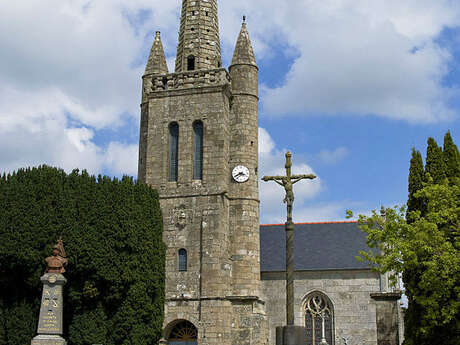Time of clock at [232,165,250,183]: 3:40
